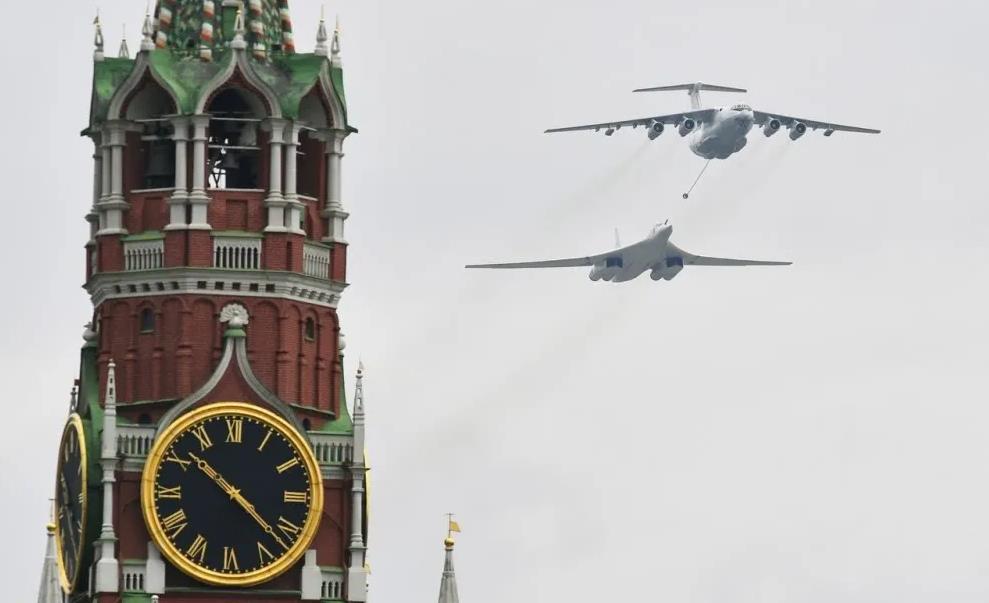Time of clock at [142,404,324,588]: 10:22
